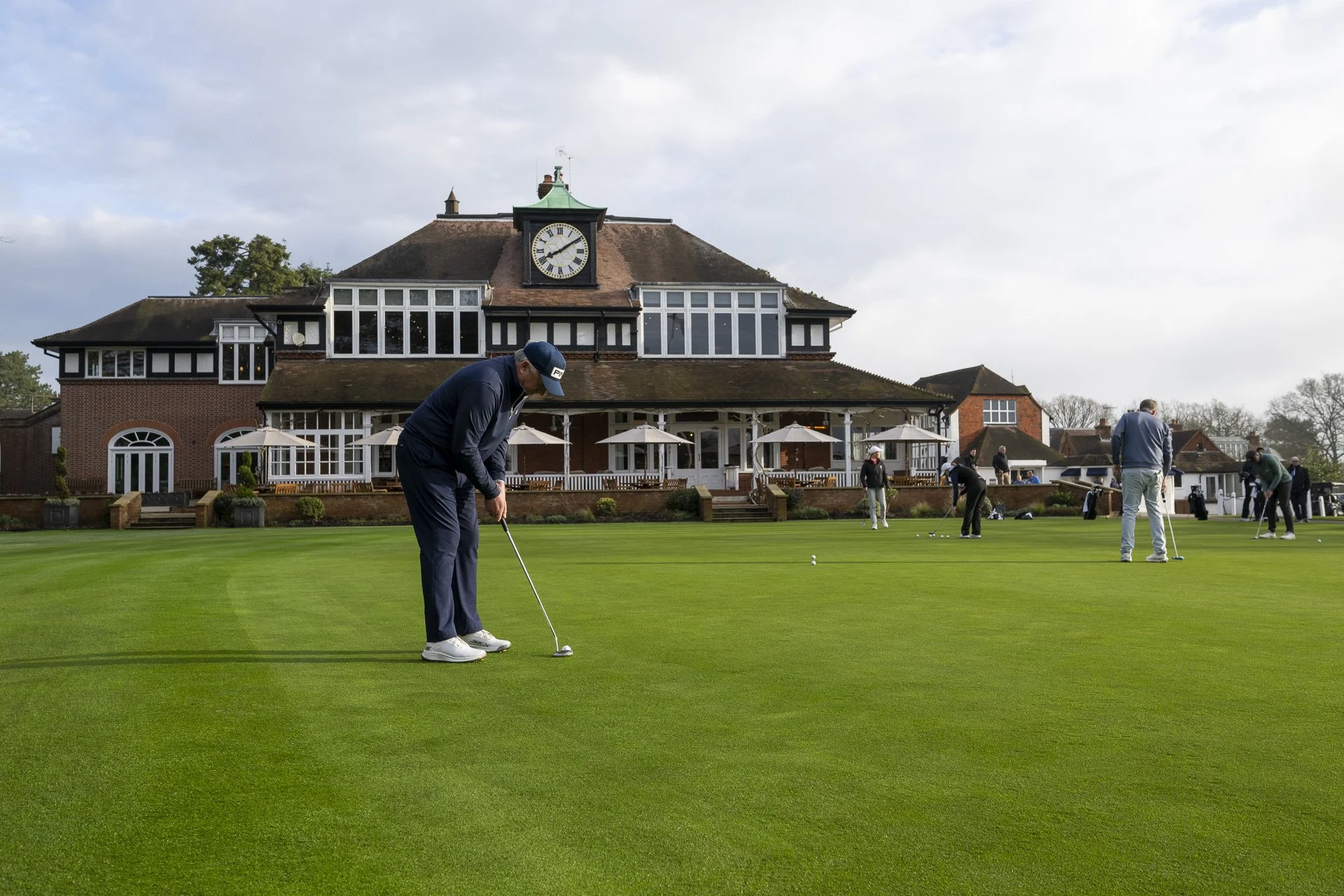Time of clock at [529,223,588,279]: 8:09
